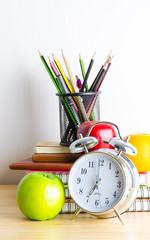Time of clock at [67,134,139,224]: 7:00
